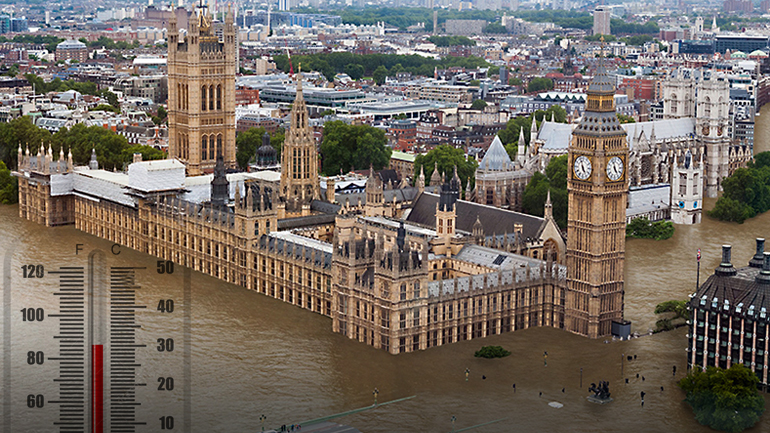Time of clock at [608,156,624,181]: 4:57
